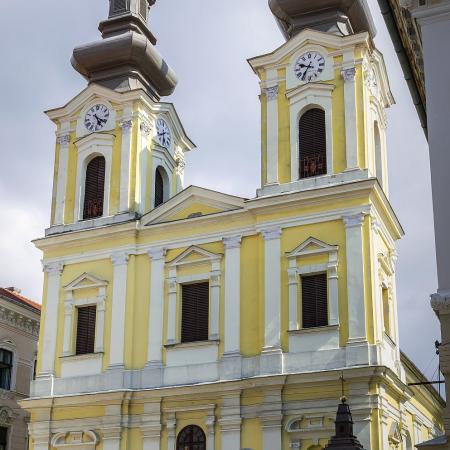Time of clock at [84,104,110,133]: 5:21
